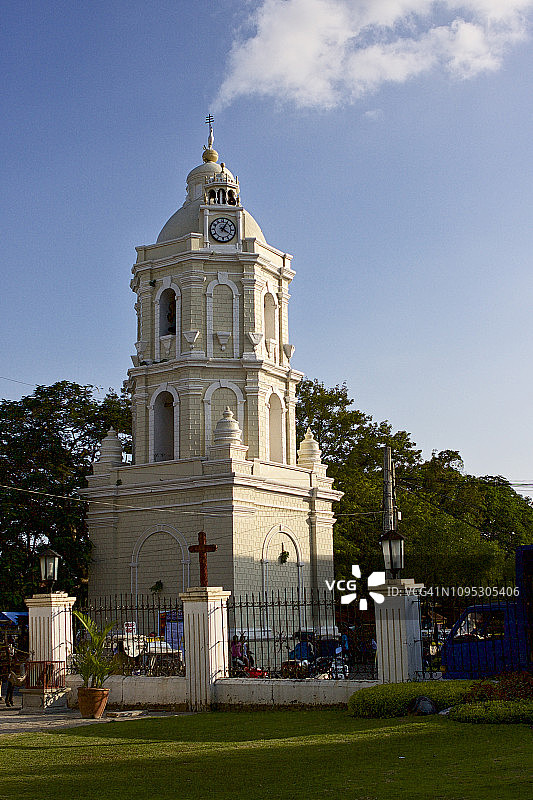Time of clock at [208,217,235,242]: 4:04
